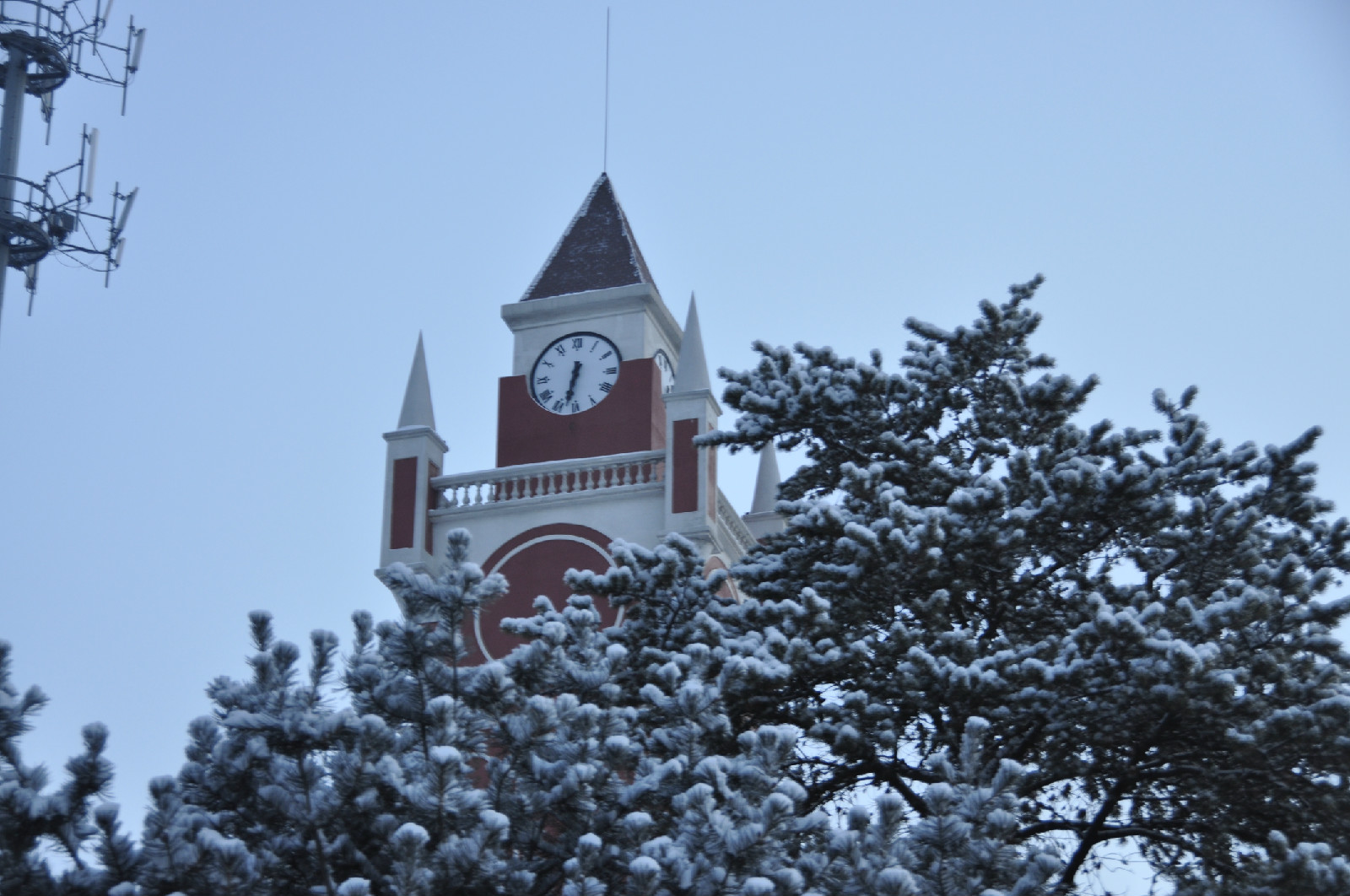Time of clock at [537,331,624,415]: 6:32
